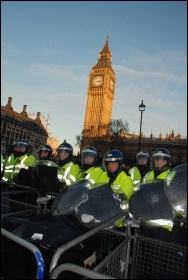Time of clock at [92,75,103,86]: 3:13
